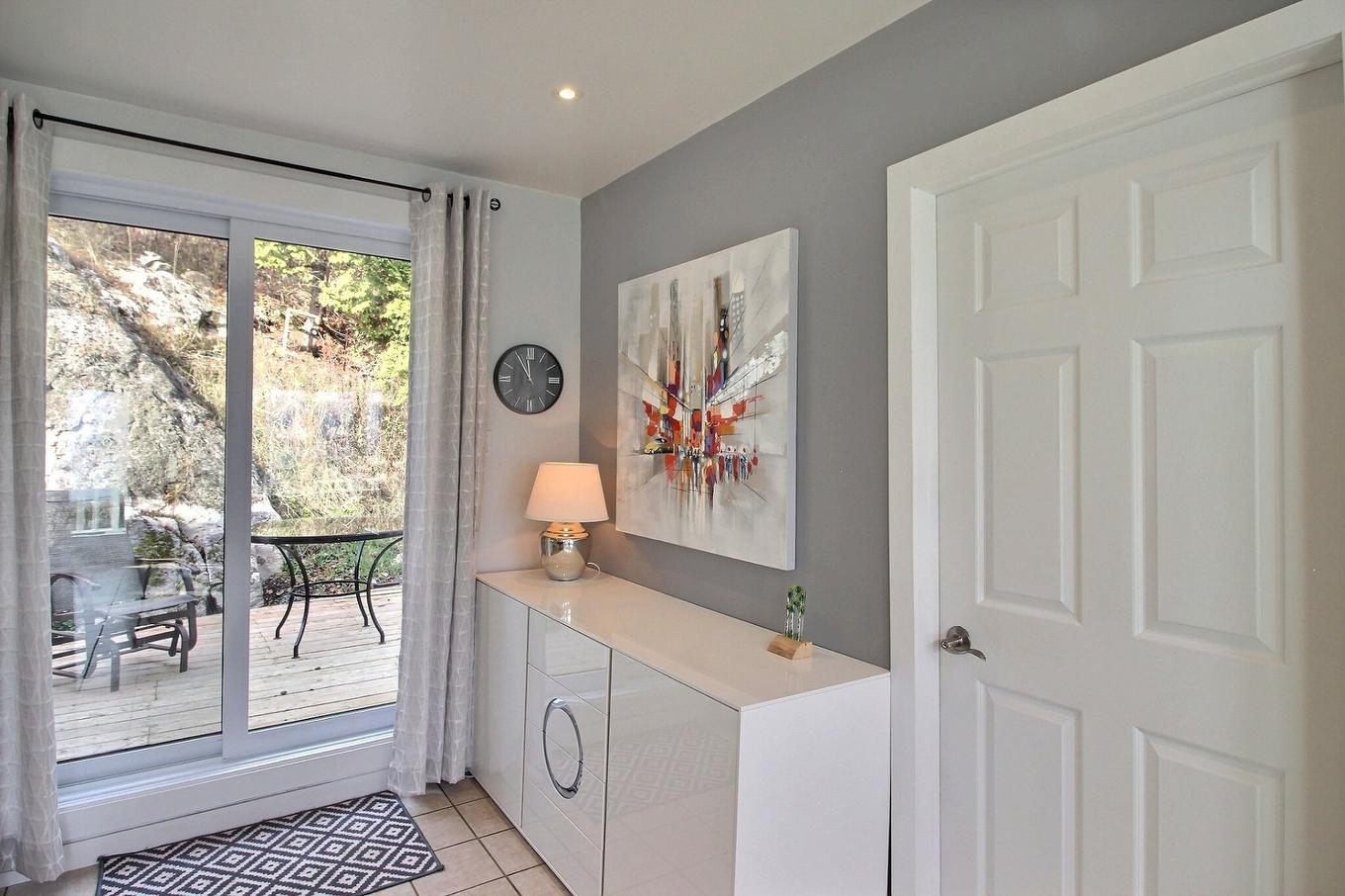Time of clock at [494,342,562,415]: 11:55
